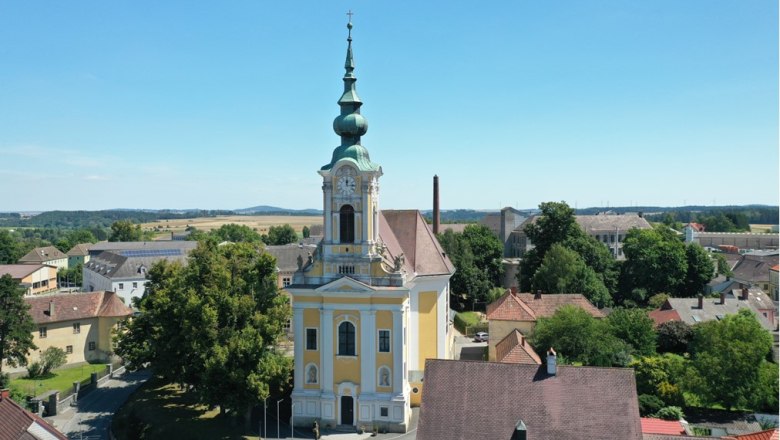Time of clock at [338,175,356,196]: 12:14
